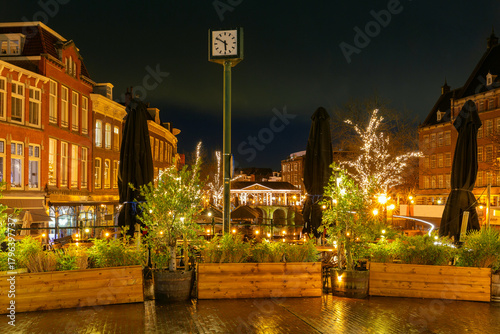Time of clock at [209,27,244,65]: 5:50
